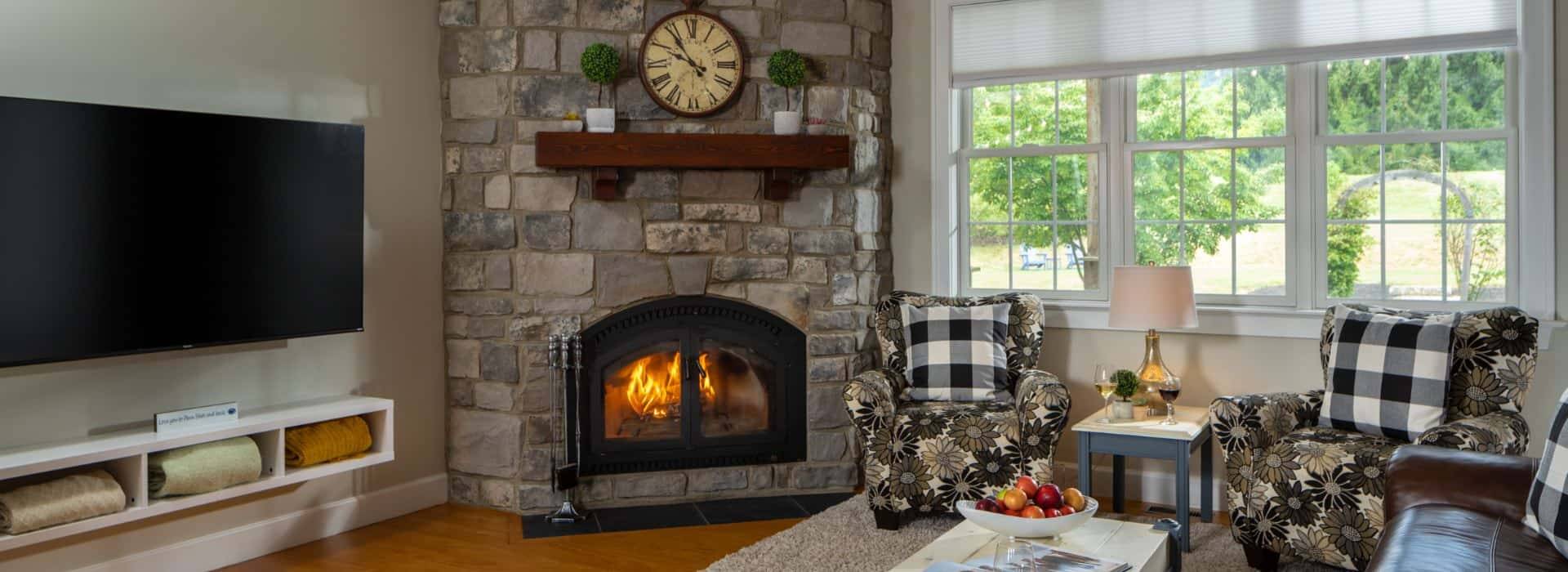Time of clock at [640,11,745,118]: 9:53
